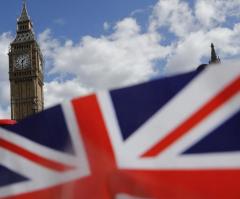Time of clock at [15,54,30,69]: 1:30
